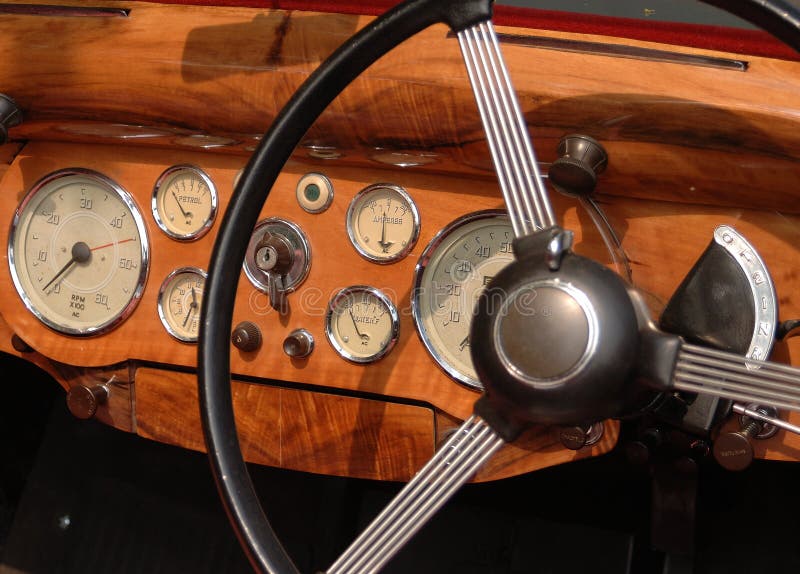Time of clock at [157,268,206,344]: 11:34
